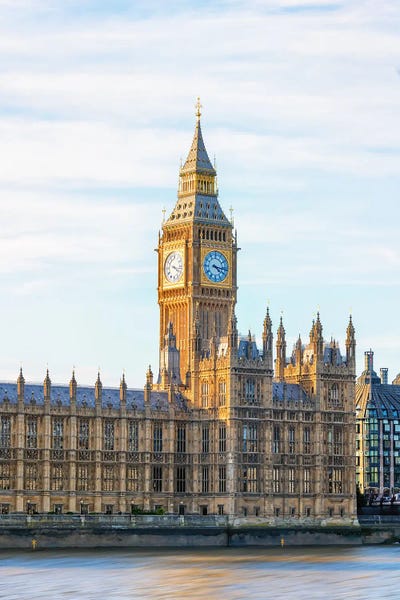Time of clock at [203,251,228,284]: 4:16
